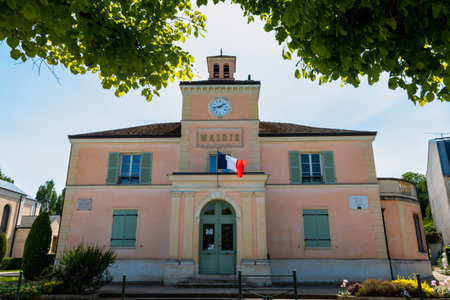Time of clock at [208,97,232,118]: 1:43
